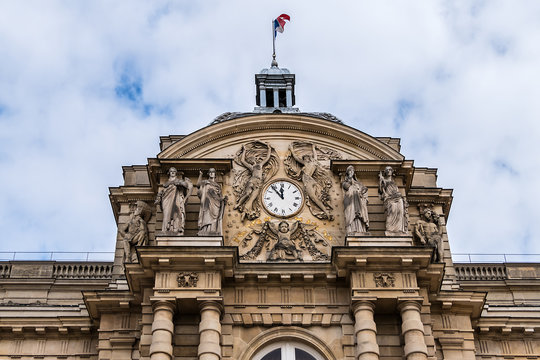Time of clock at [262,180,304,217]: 11:53
